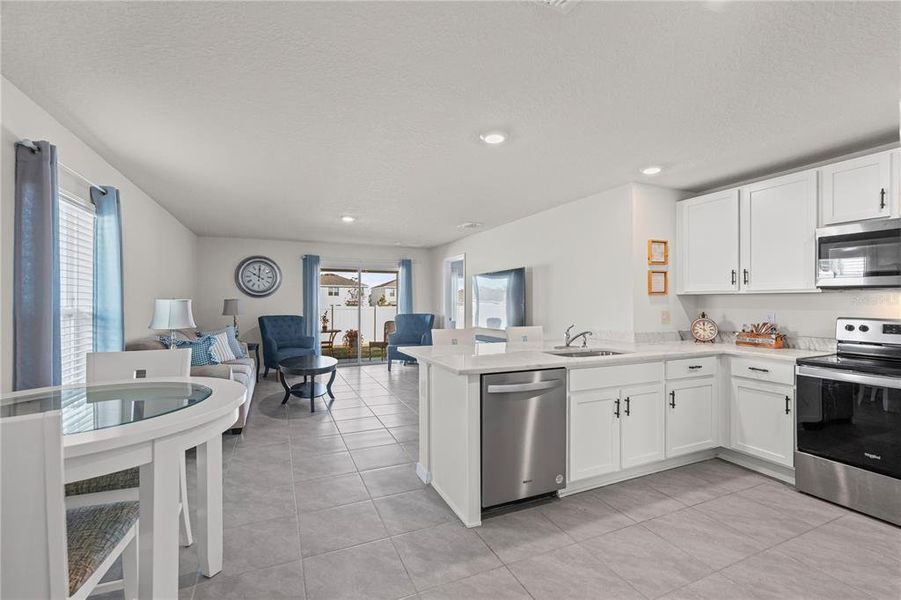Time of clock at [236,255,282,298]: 10:00
